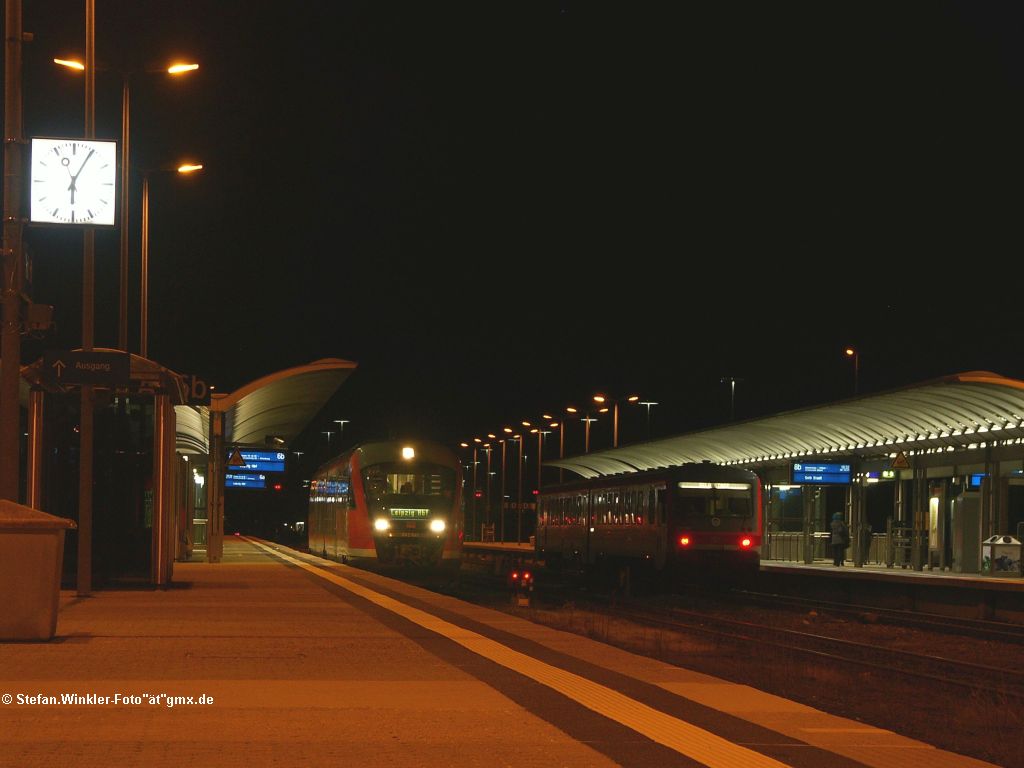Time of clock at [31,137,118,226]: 6:04
